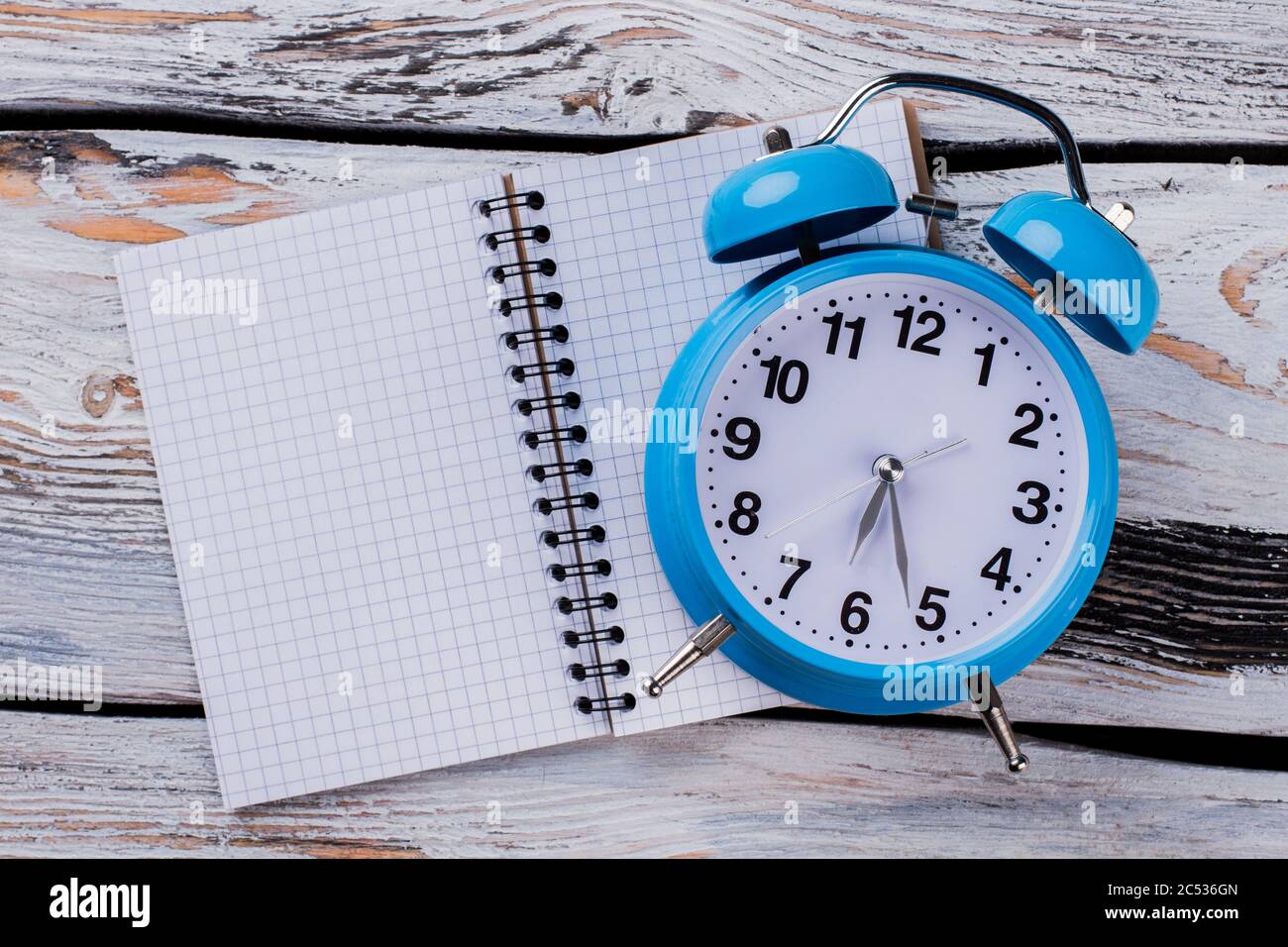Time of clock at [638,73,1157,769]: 6:26
